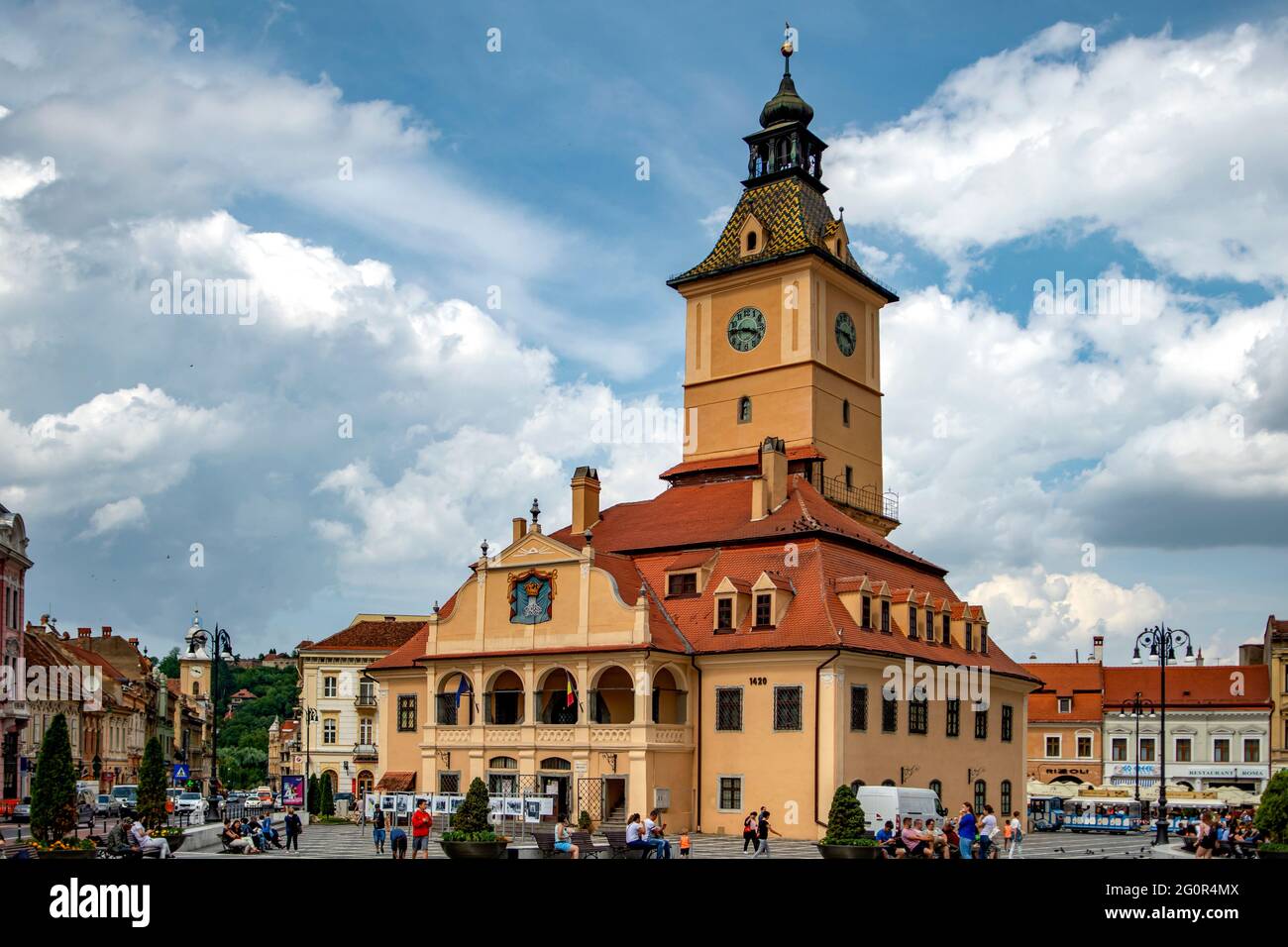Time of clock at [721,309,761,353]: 3:45
